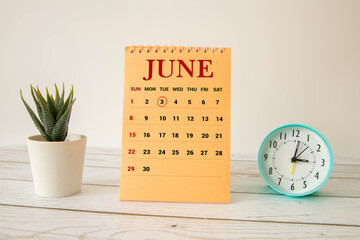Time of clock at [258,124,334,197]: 3:01
